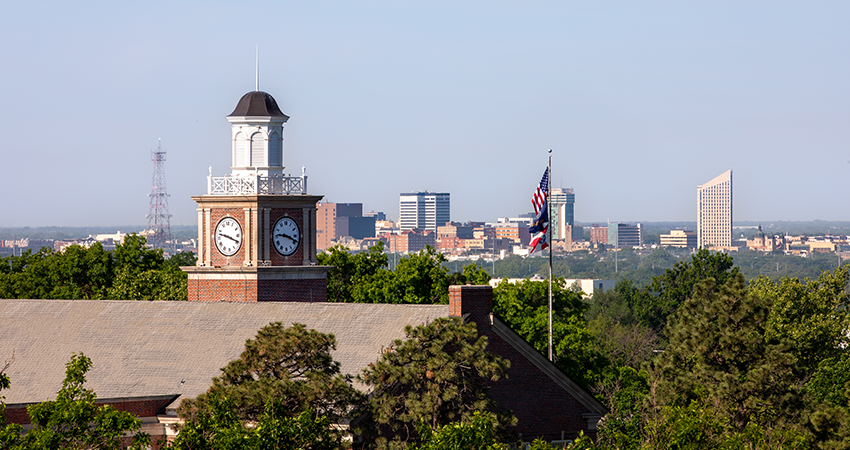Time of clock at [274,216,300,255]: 9:18
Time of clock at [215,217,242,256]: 3:47
